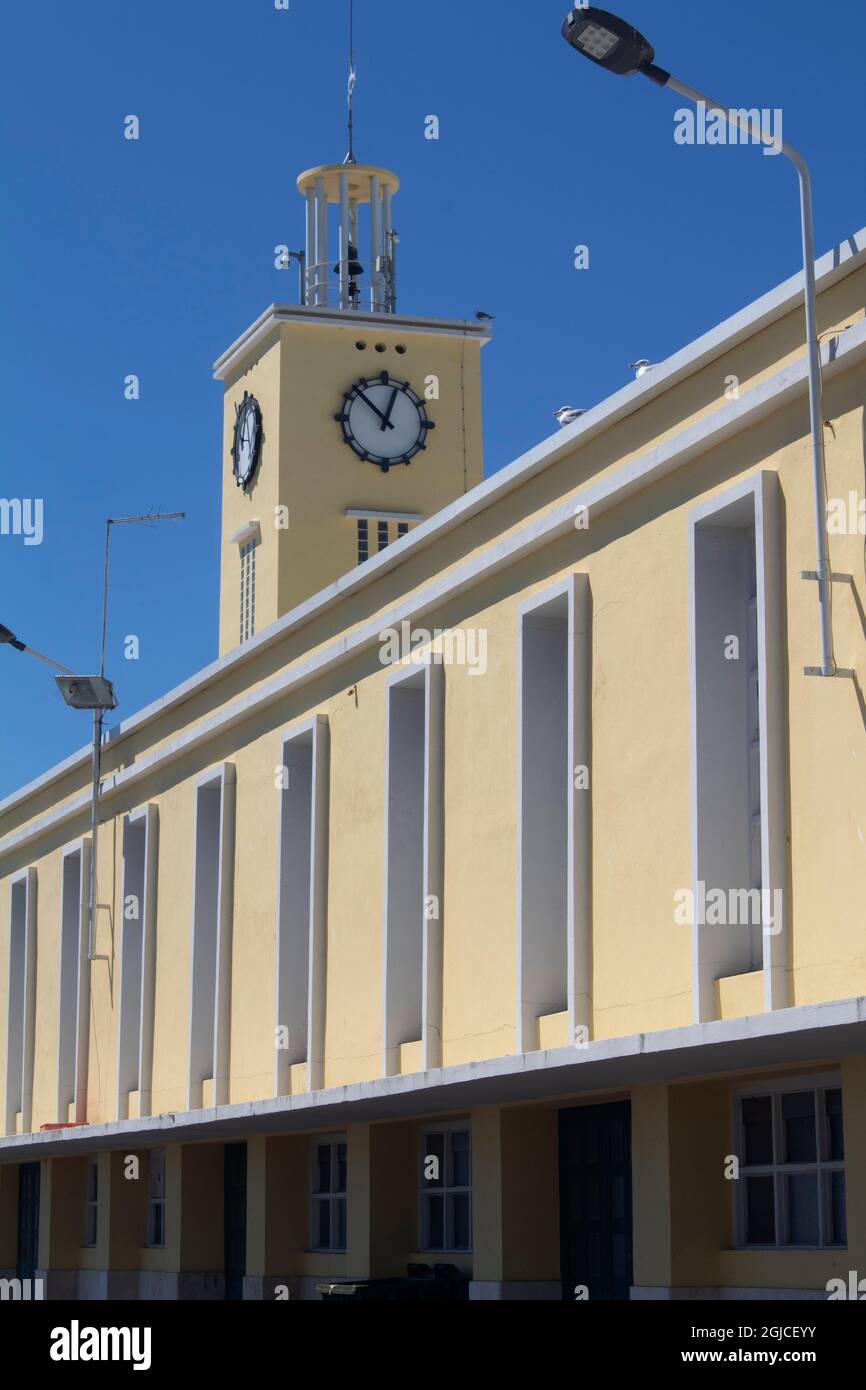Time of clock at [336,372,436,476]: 12:52
